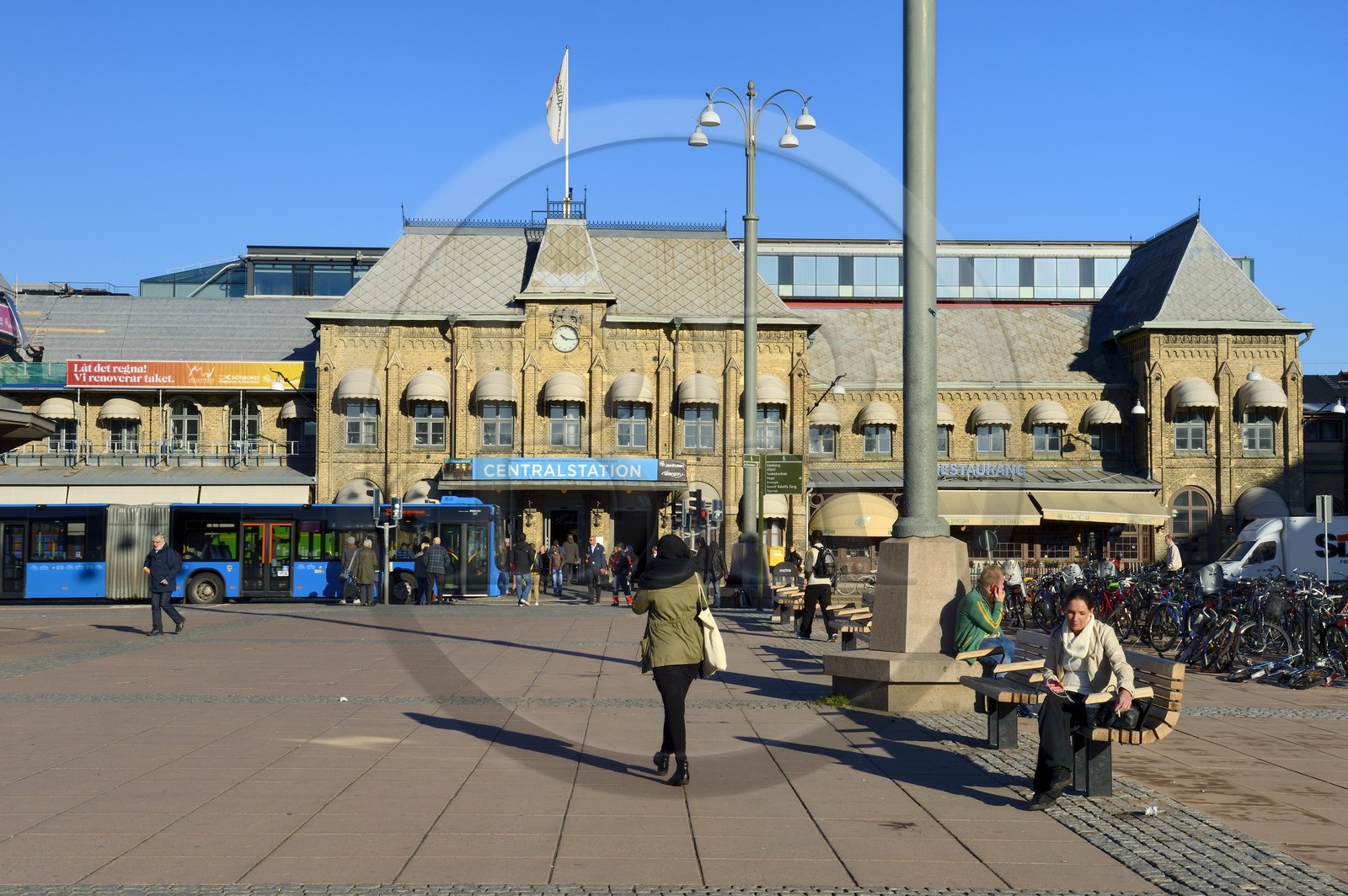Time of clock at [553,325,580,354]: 10:15
